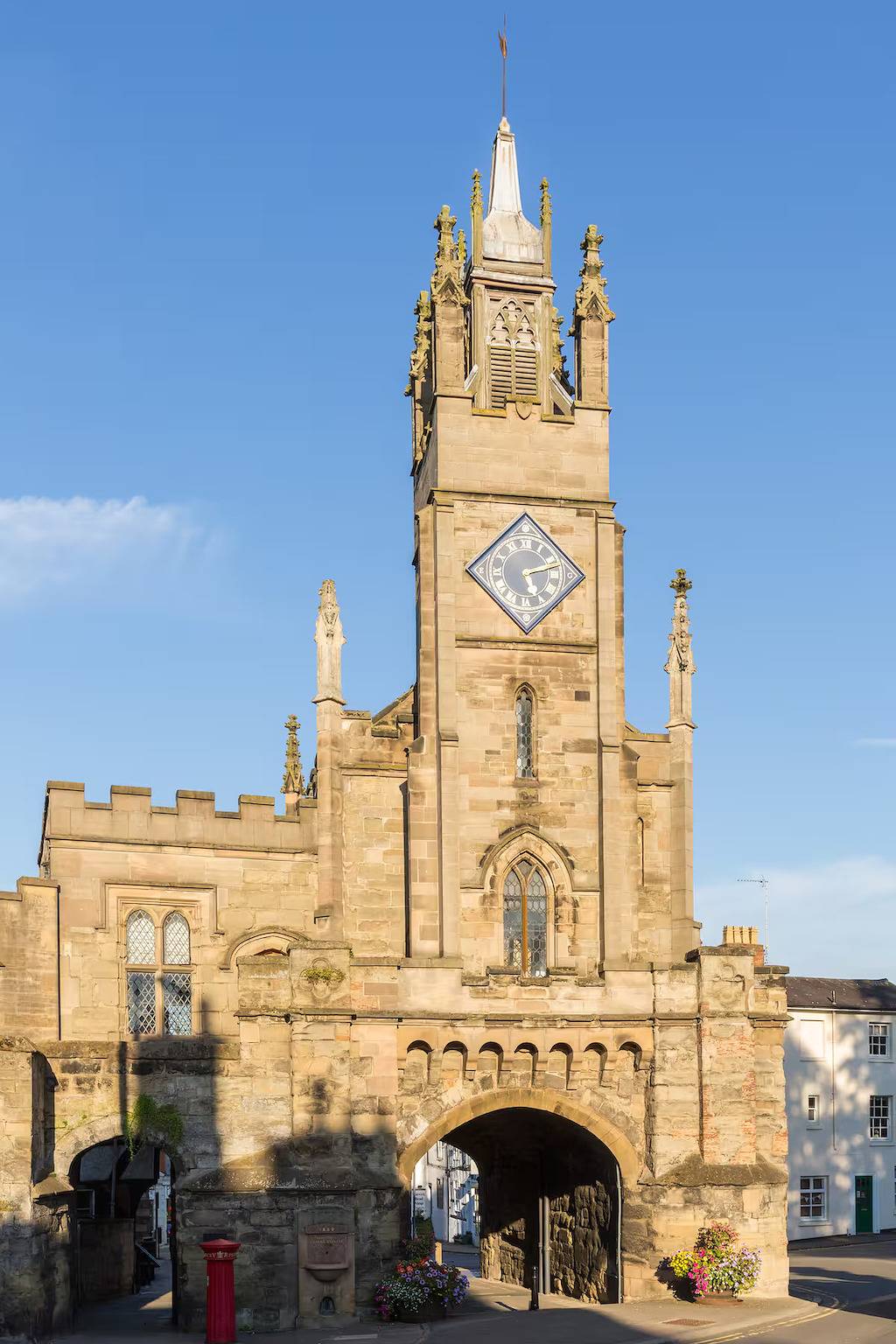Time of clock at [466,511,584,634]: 5:12
